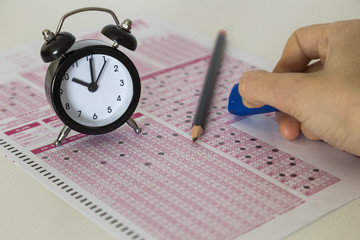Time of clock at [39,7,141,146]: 10:00
